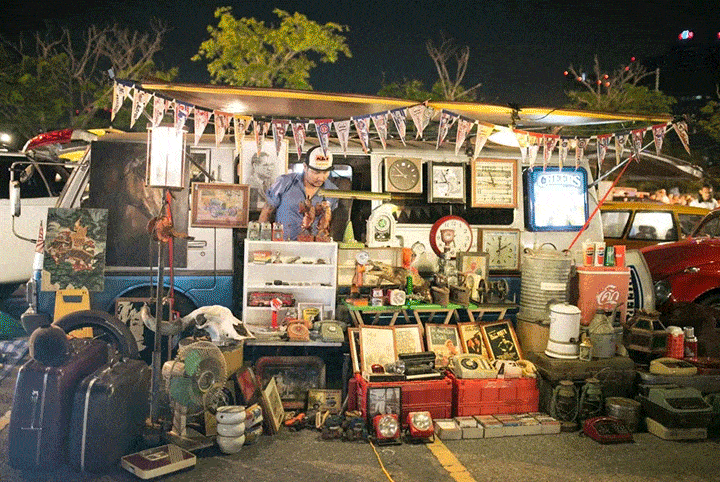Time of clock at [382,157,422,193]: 8:52
